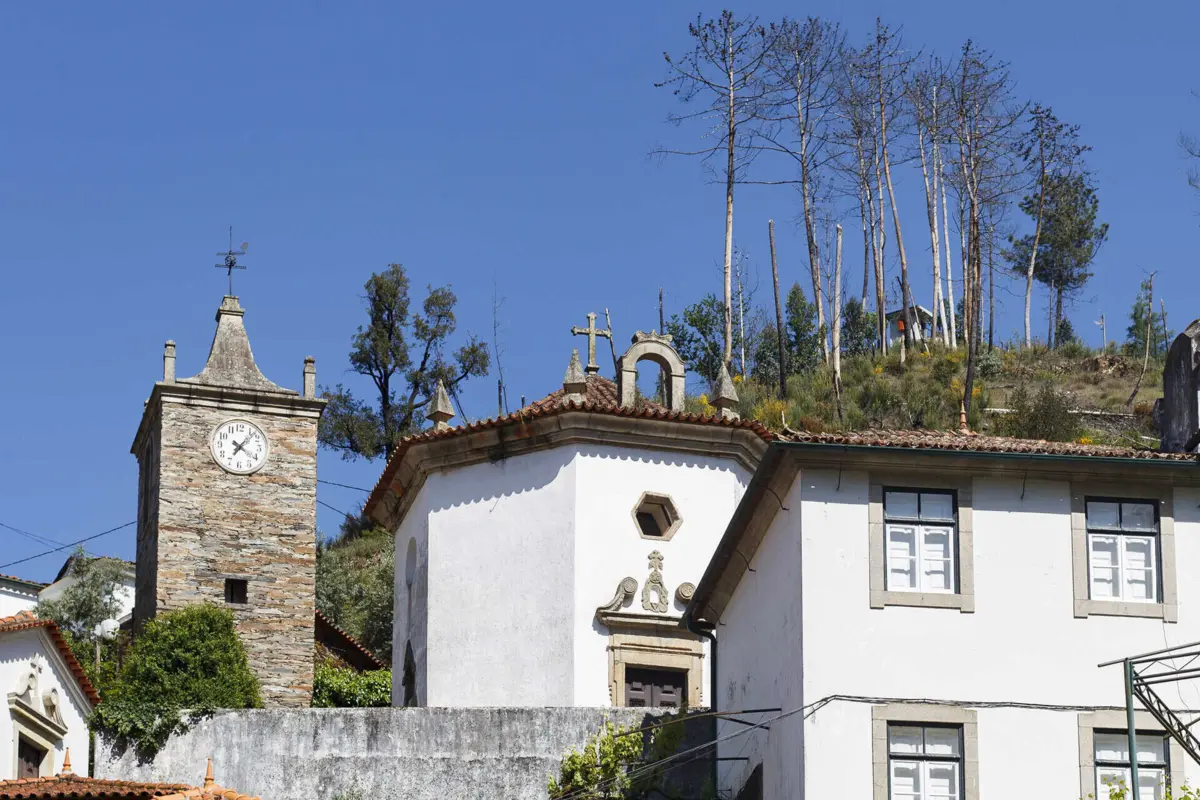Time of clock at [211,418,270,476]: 7:07
